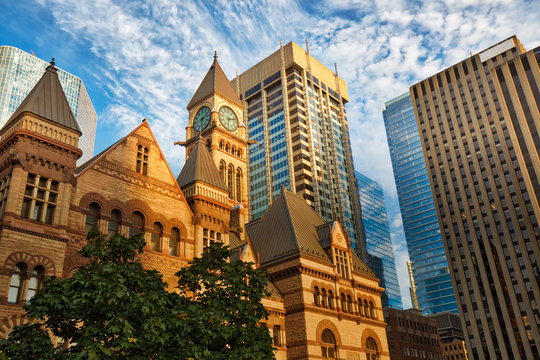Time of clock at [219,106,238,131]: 6:12
